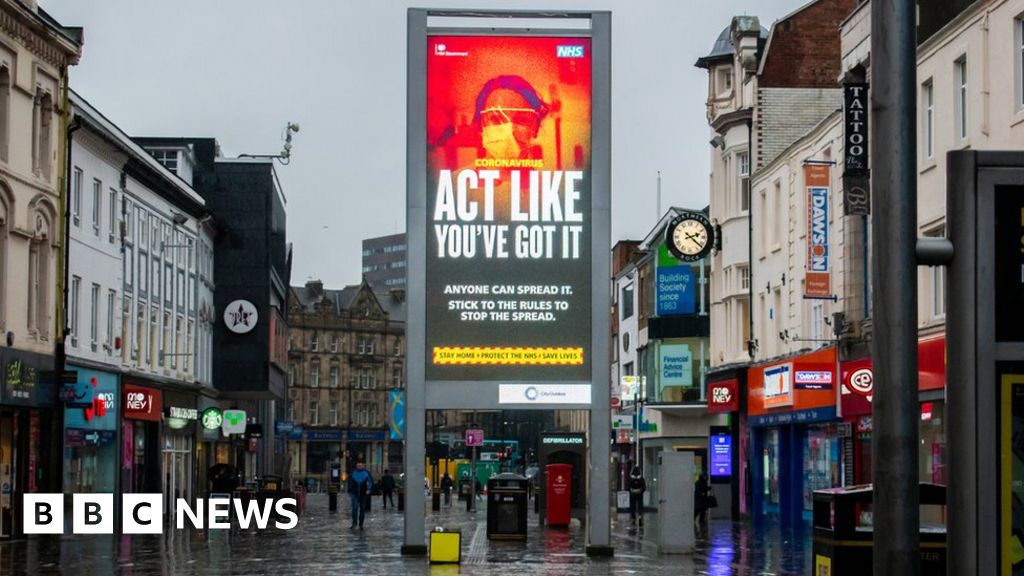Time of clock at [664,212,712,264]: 2:21
